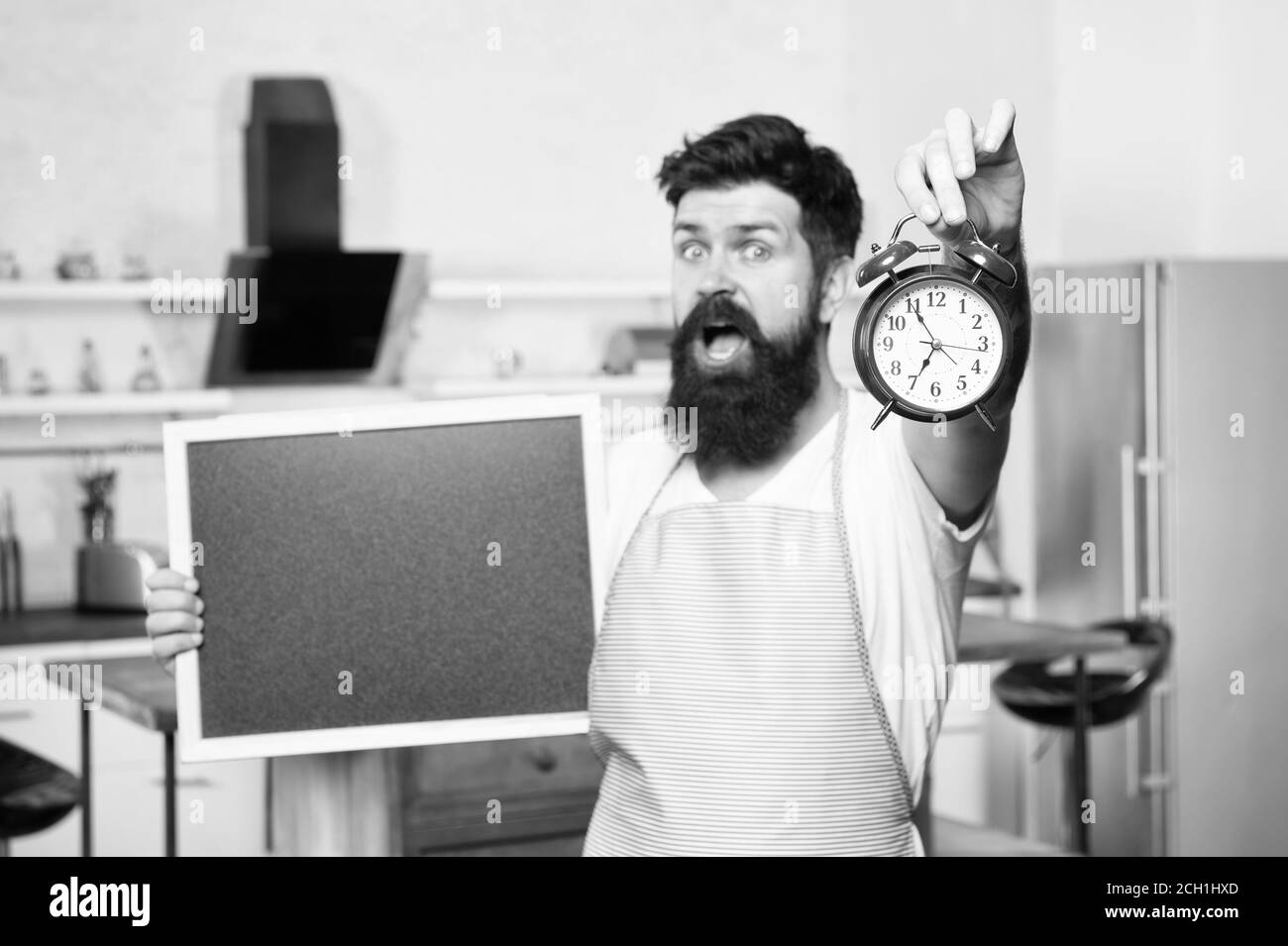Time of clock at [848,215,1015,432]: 6:55
